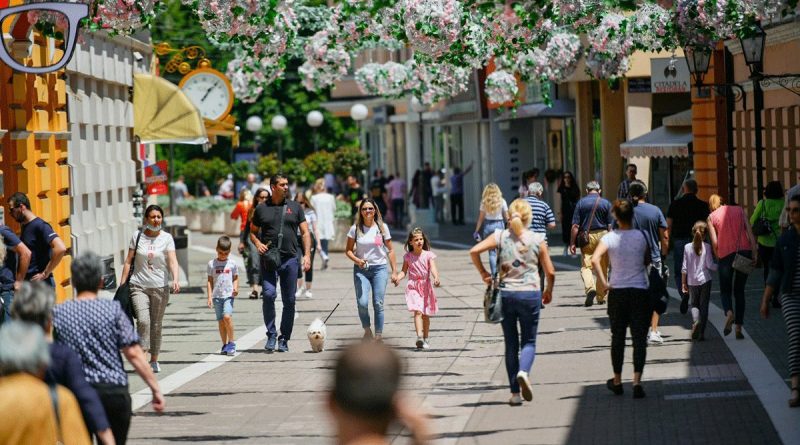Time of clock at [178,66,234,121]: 1:07
